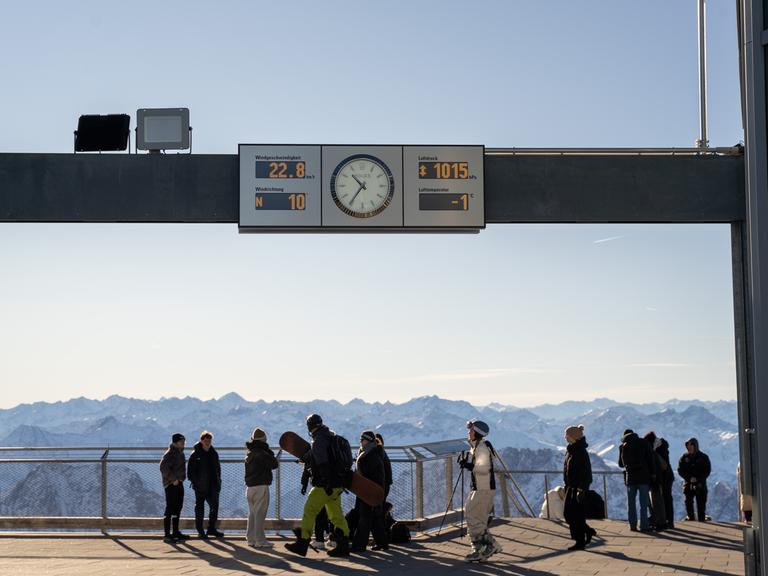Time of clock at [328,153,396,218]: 10:35
